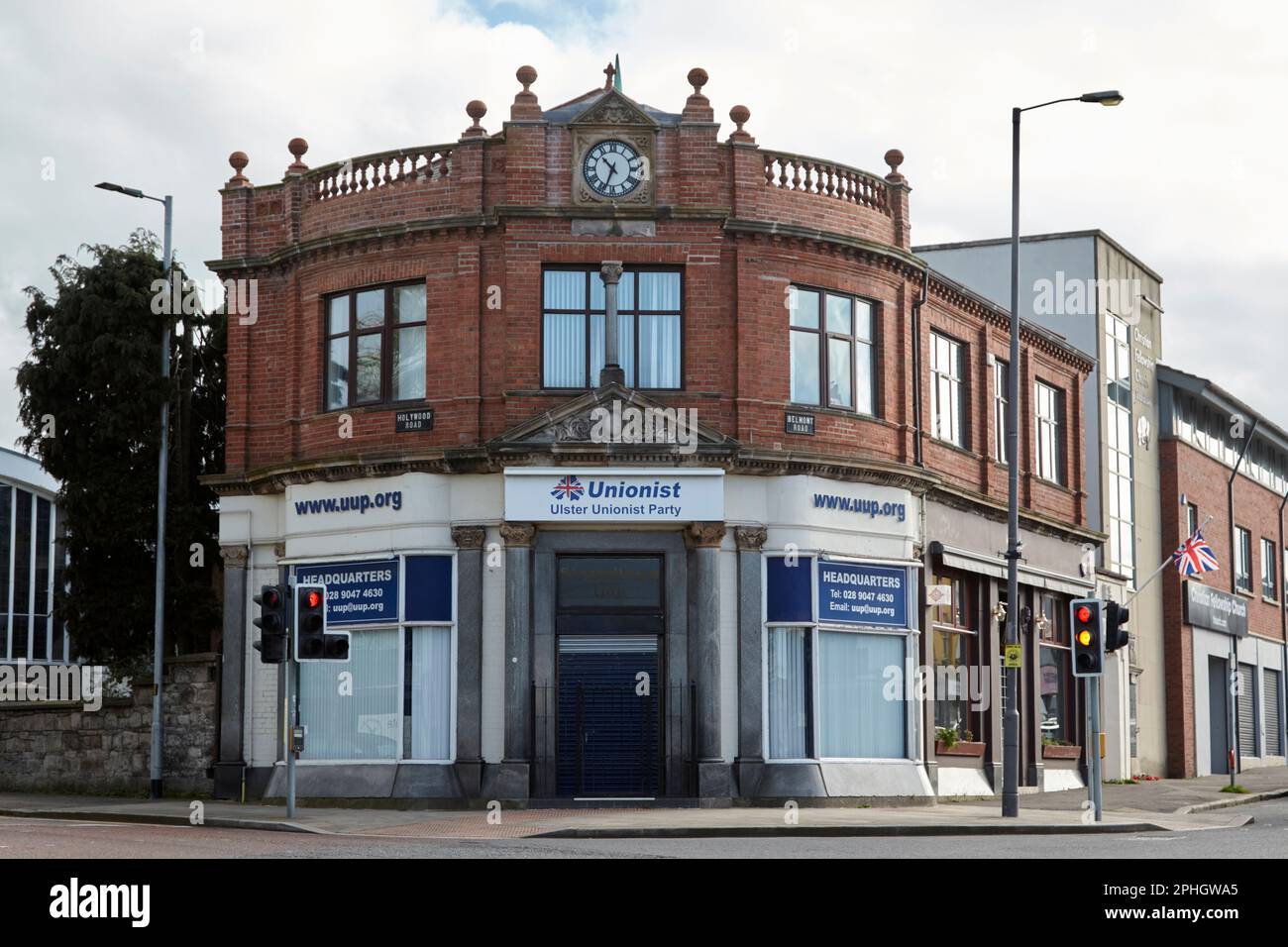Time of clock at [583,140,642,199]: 10:33
